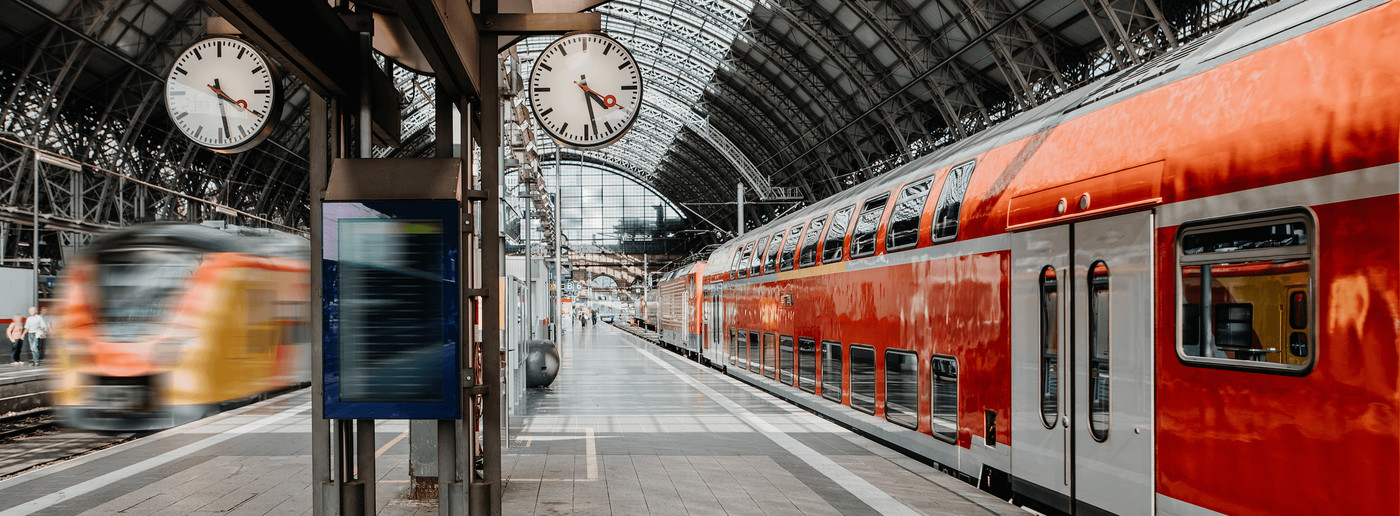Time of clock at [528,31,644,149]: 4:28
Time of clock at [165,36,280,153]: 4:28
